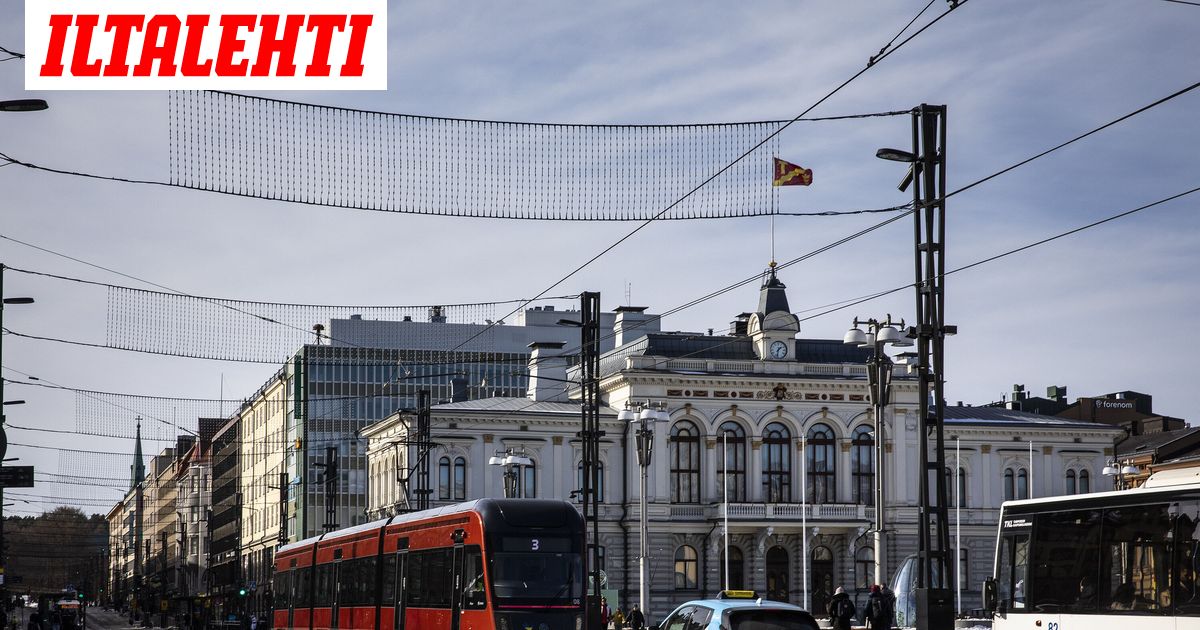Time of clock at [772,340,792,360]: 1:32
